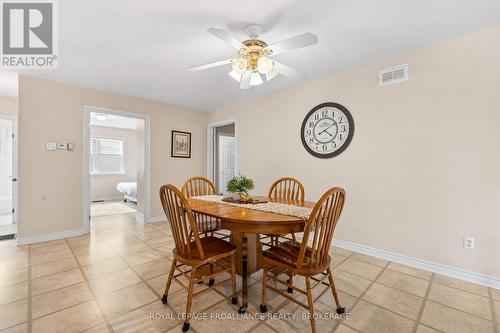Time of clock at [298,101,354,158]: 4:10
